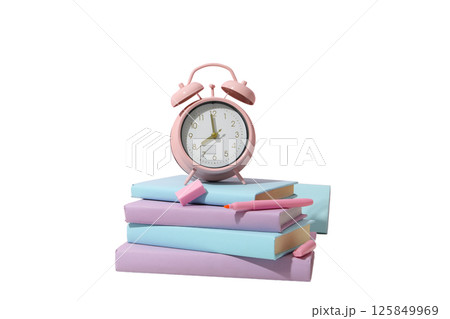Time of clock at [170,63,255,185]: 7:59
